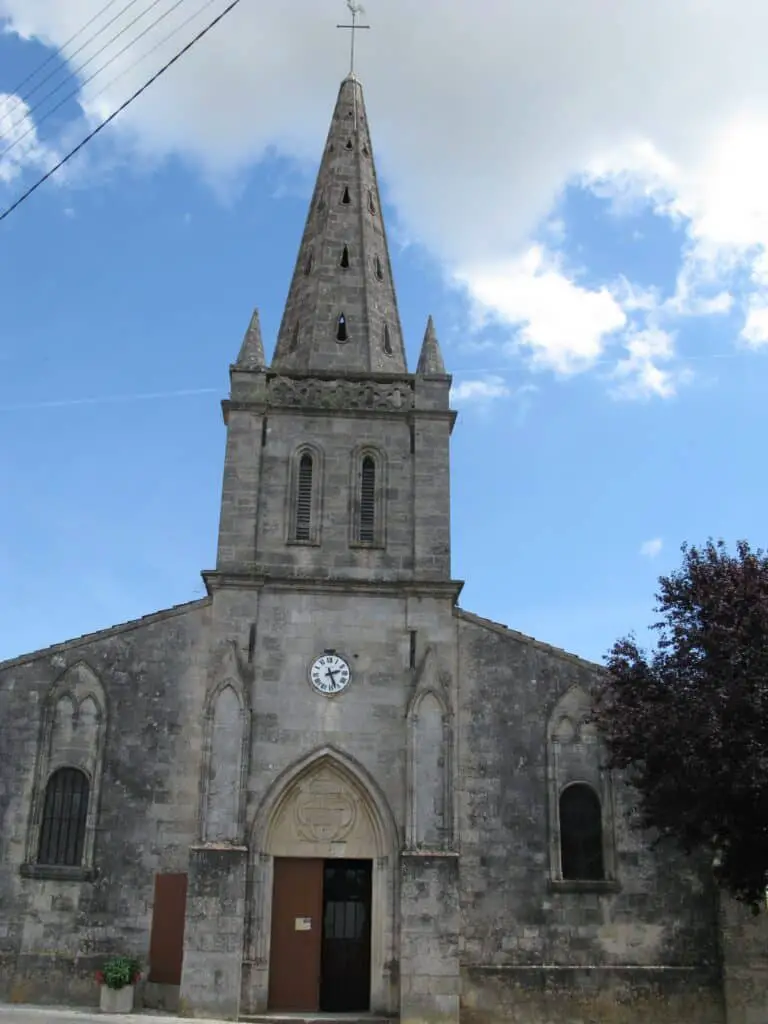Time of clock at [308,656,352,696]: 2:26
